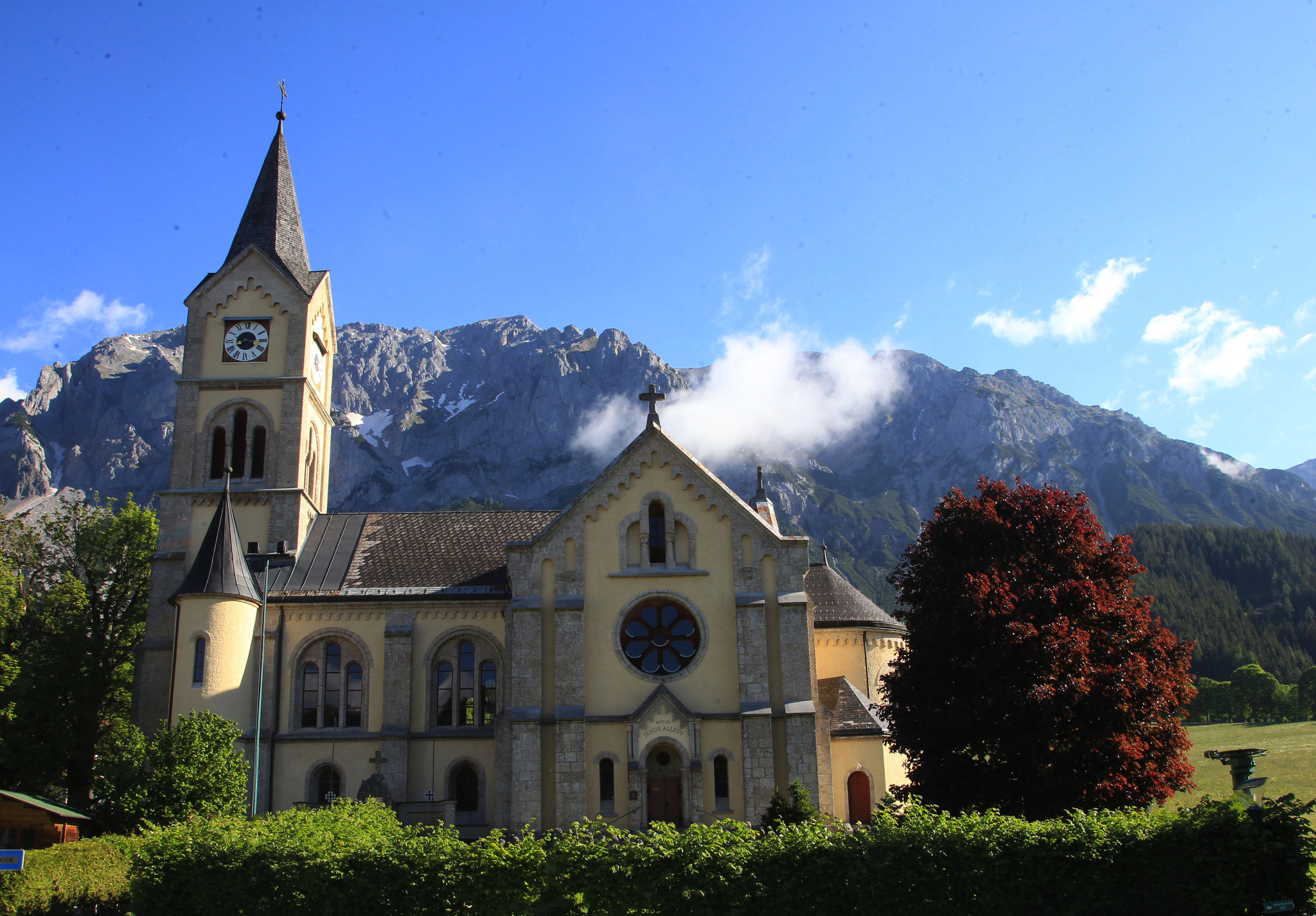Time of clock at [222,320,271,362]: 8:16
